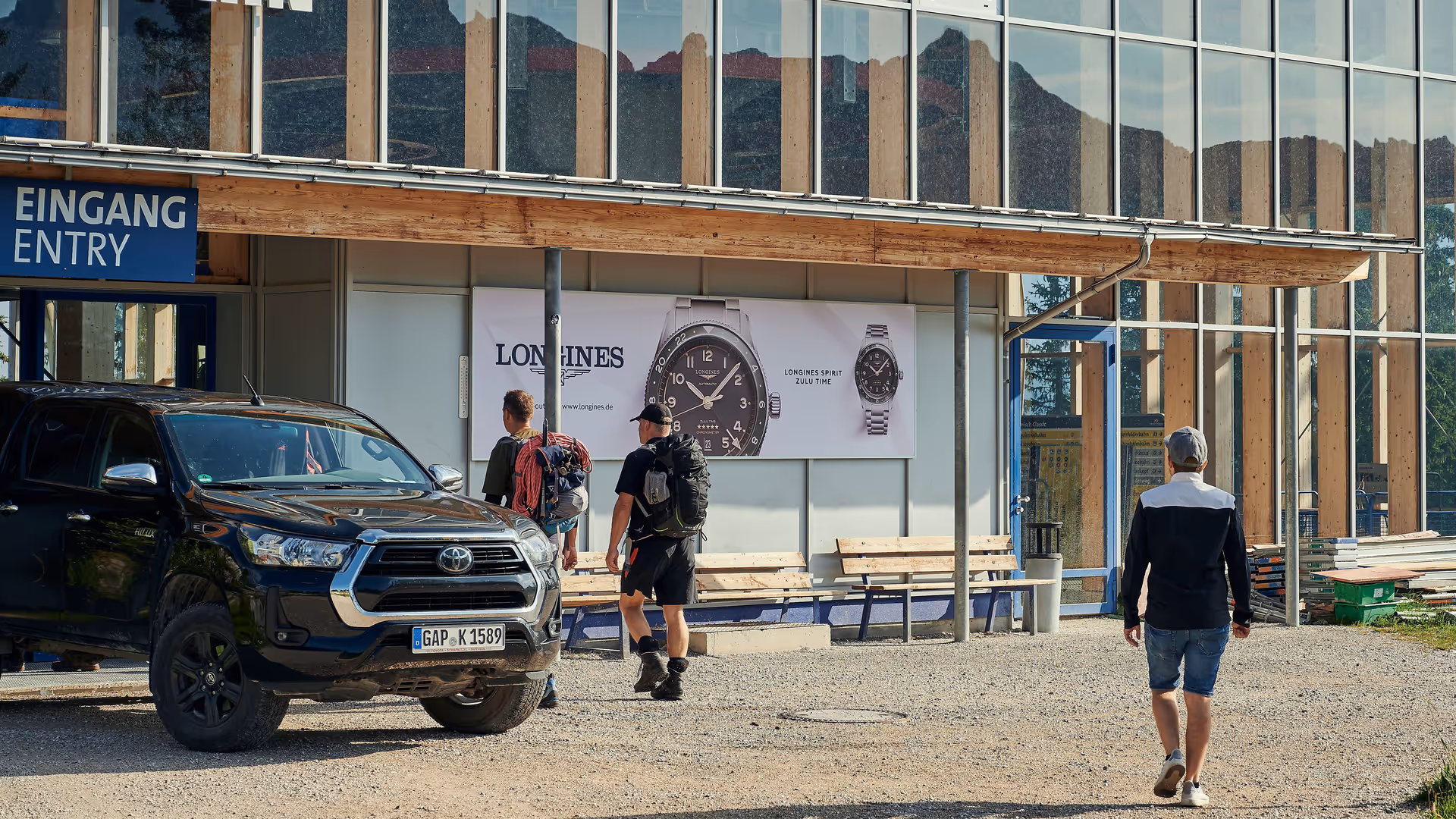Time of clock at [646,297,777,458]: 10:07
